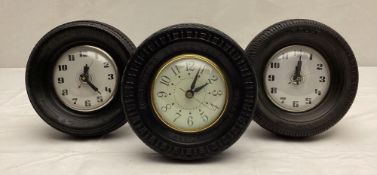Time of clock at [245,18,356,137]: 12:01
